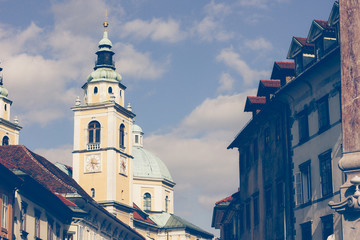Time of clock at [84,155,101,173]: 3:27
